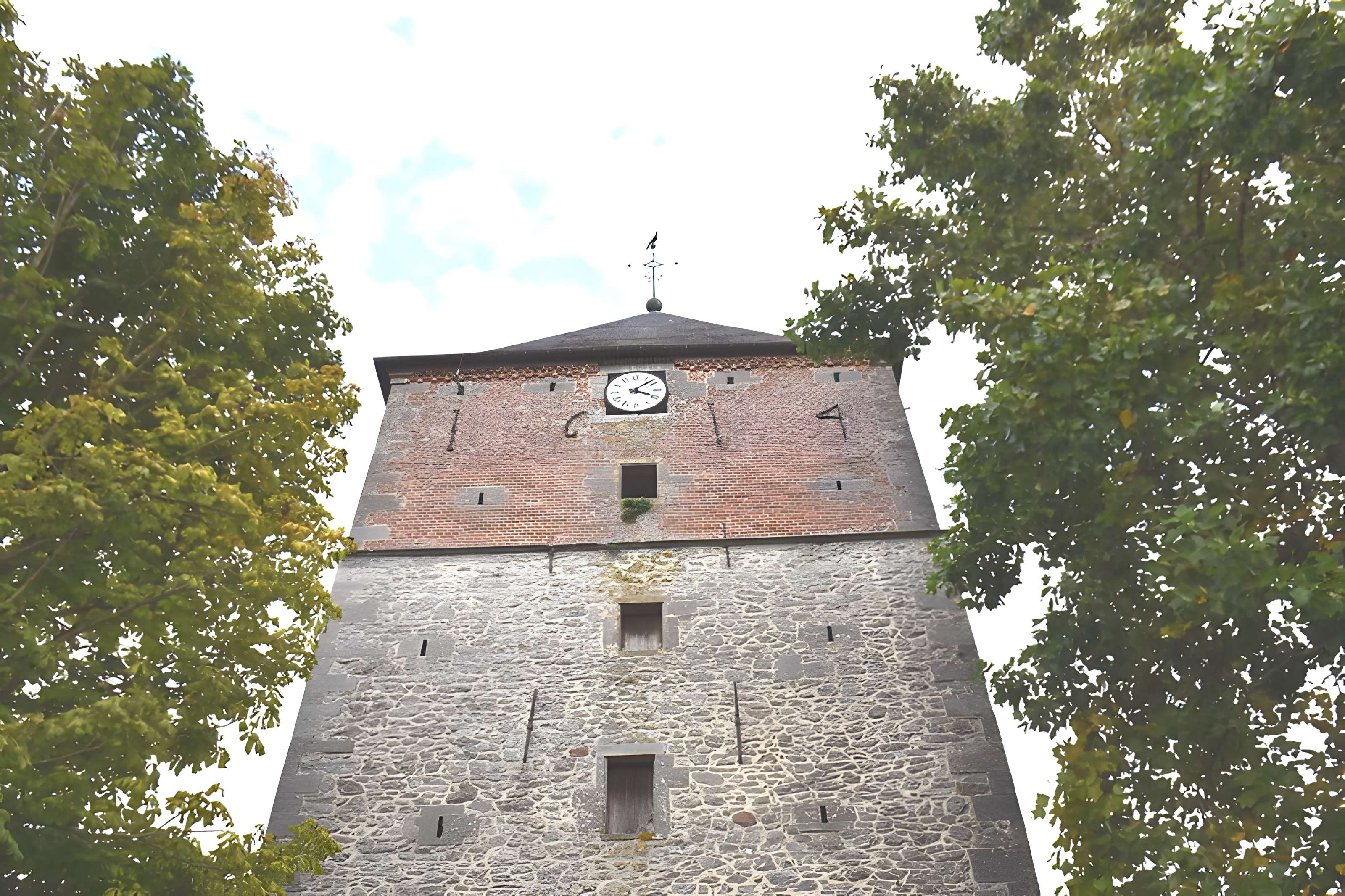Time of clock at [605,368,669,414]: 4:08
